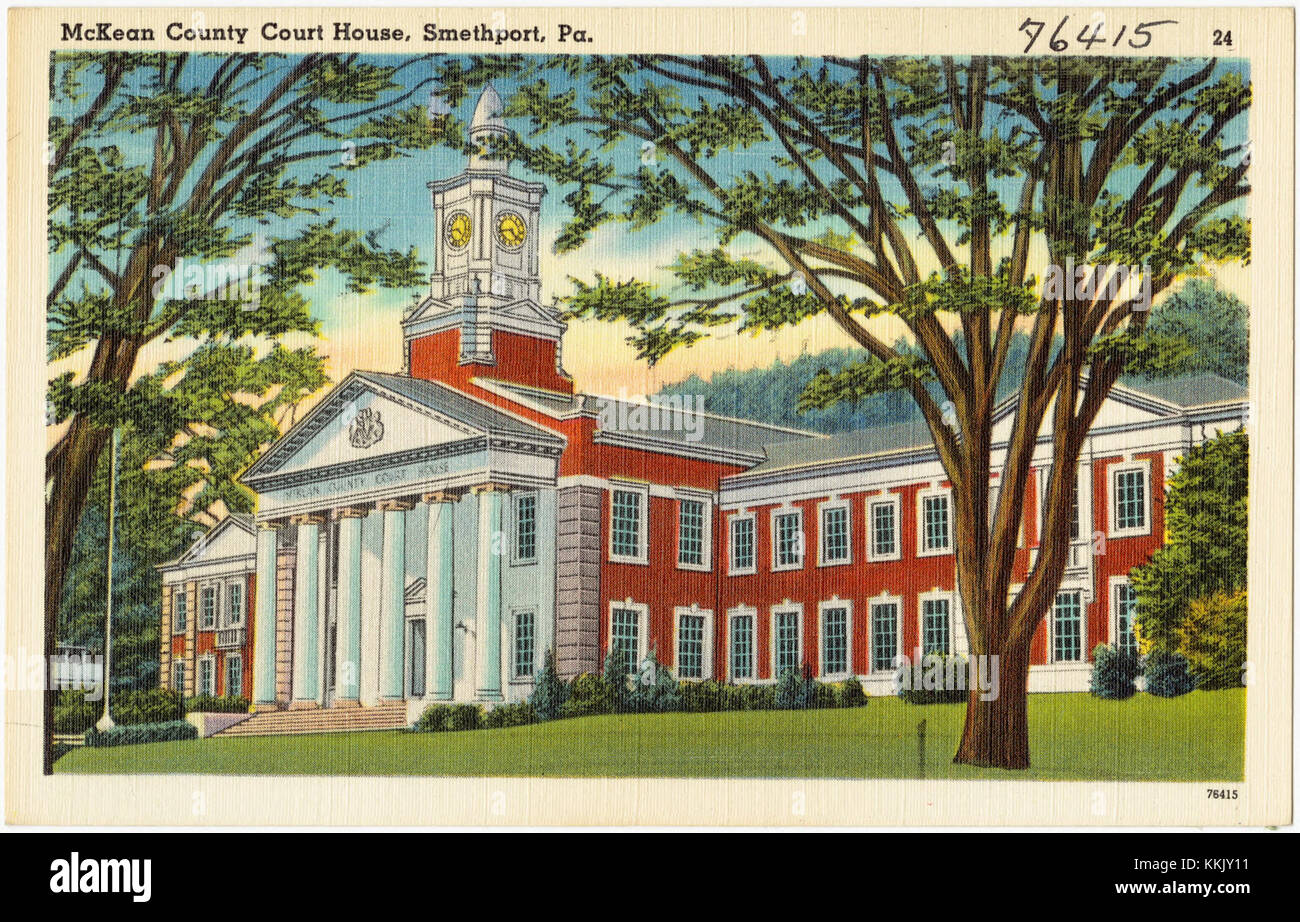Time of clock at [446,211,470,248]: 9:22
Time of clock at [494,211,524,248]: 4:42
